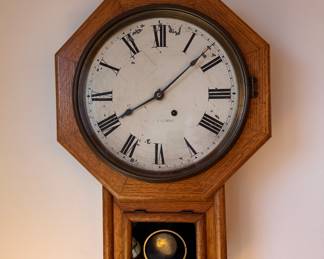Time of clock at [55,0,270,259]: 8:07
